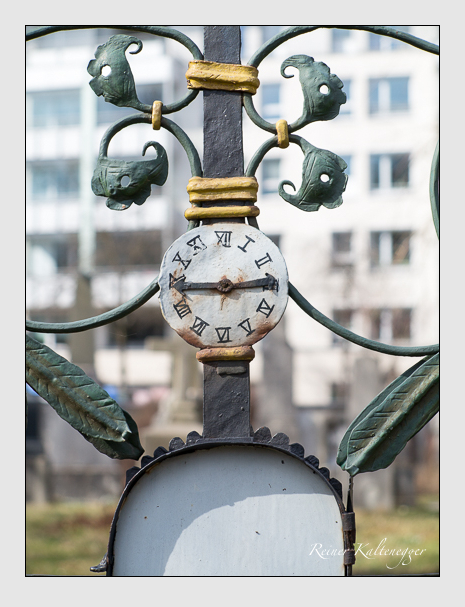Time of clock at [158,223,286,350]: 2:45
